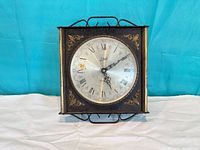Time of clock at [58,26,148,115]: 5:09
